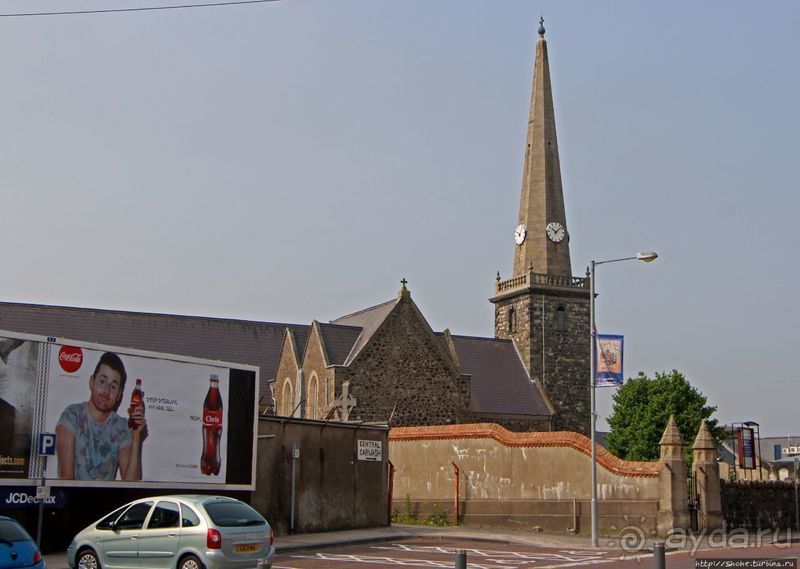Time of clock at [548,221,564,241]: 10:07
